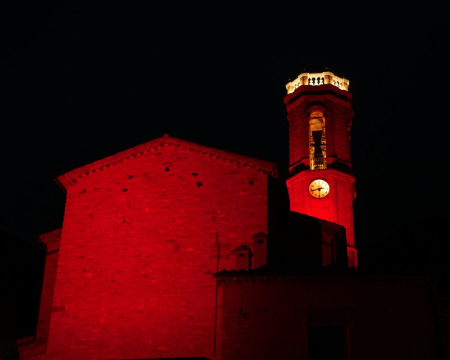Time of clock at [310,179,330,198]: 2:42
